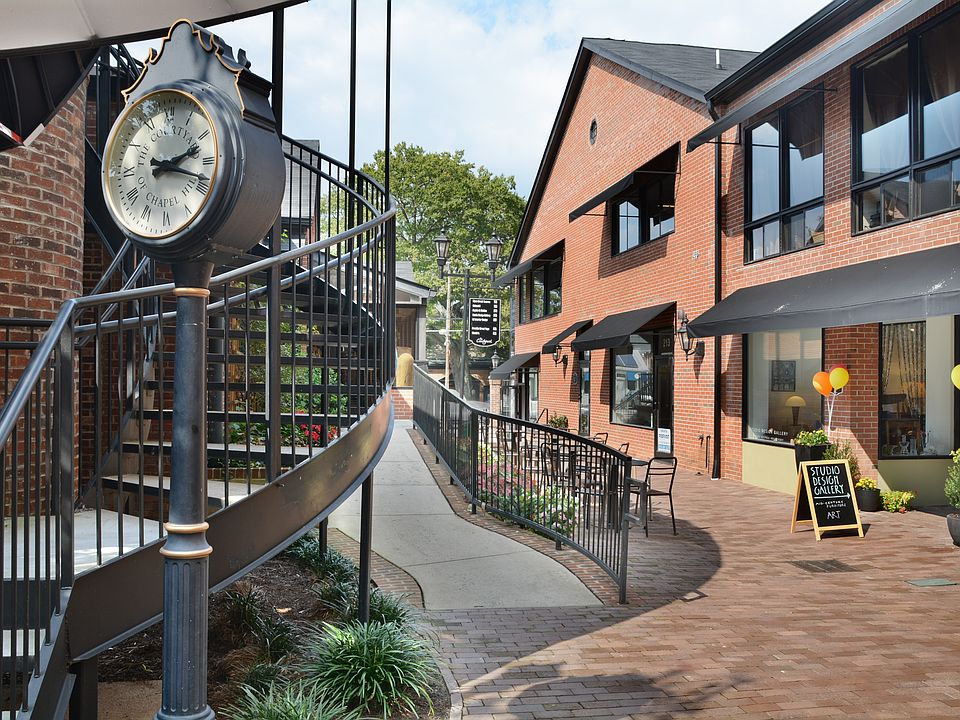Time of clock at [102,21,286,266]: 2:18
